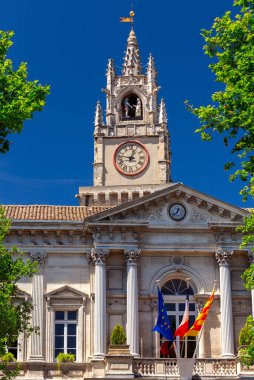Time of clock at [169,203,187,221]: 12:37
